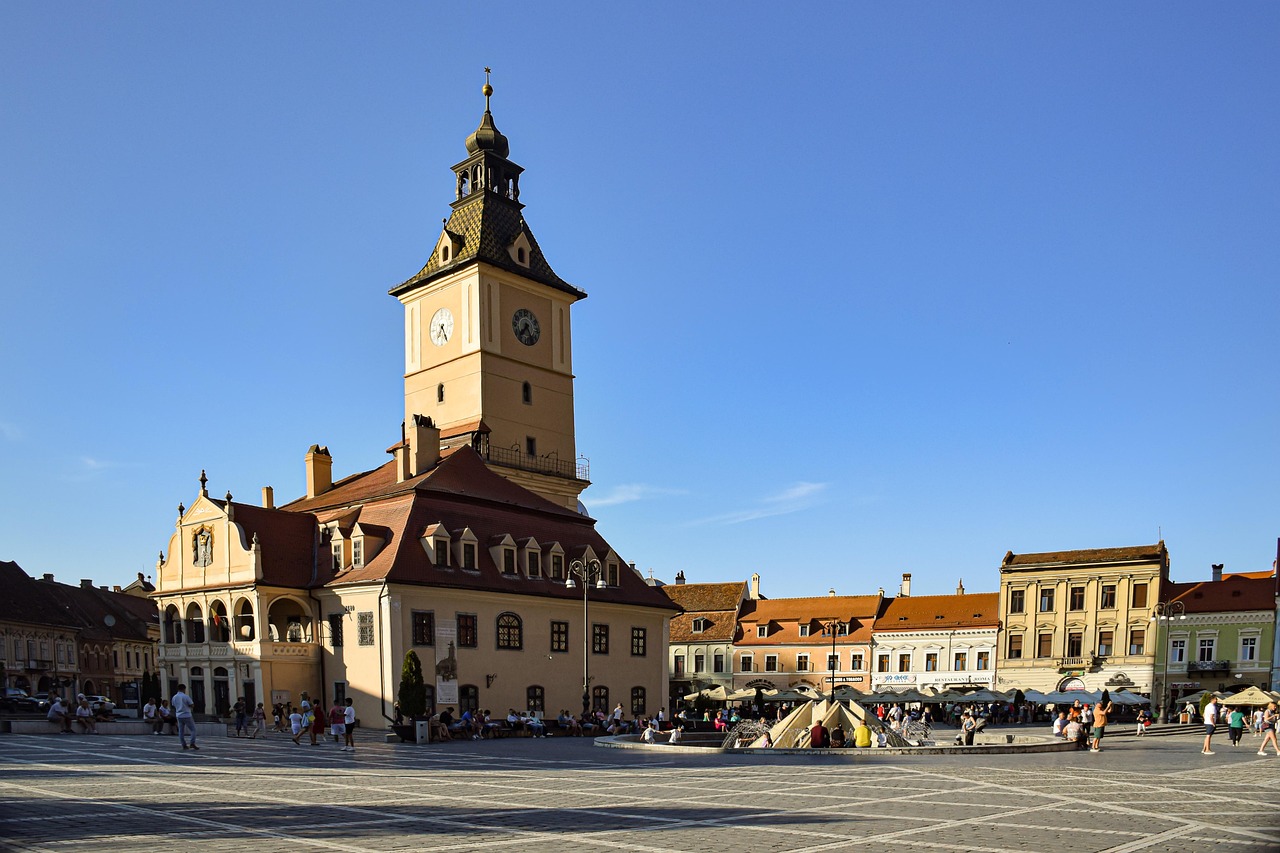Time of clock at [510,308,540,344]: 7:25
